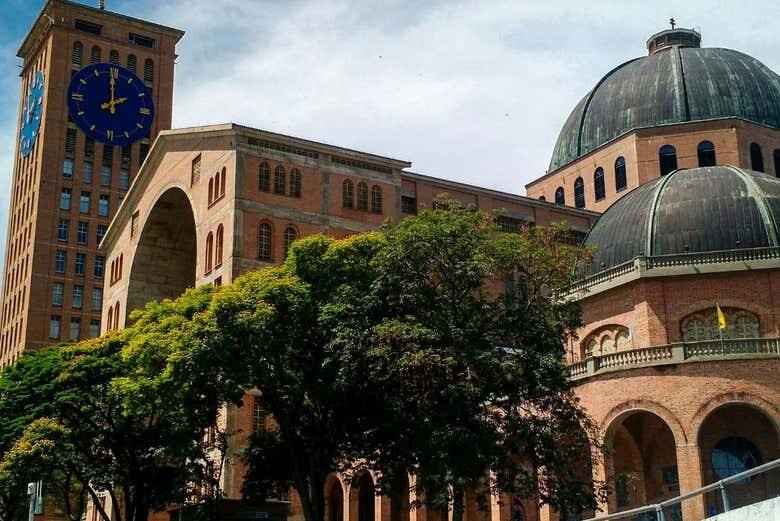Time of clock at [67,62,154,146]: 1:59
